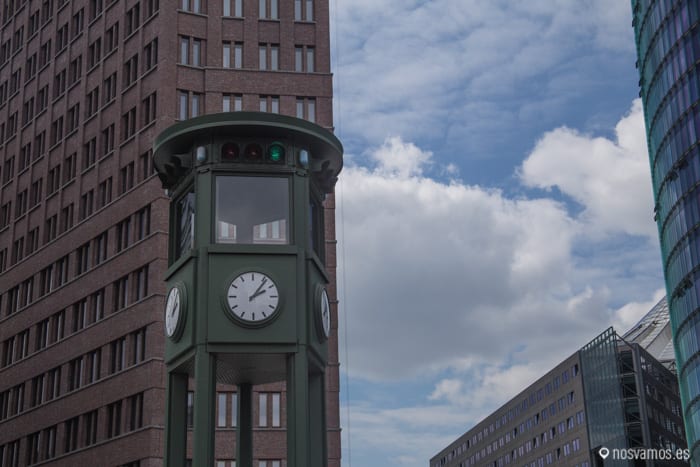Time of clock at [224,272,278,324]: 2:06
